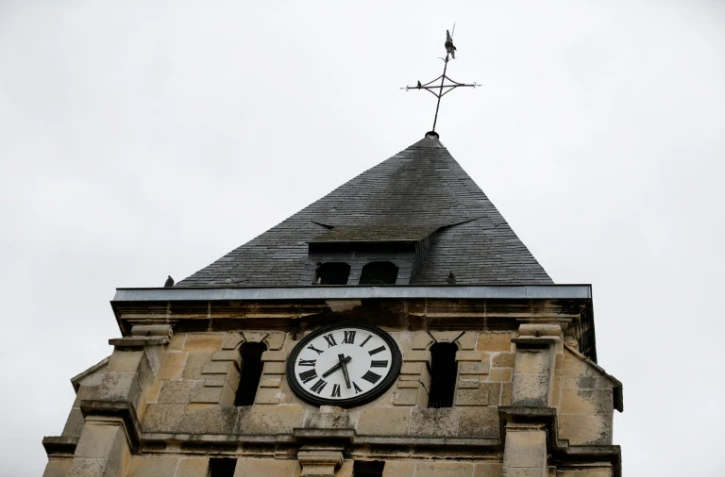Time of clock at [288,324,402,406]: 7:26
